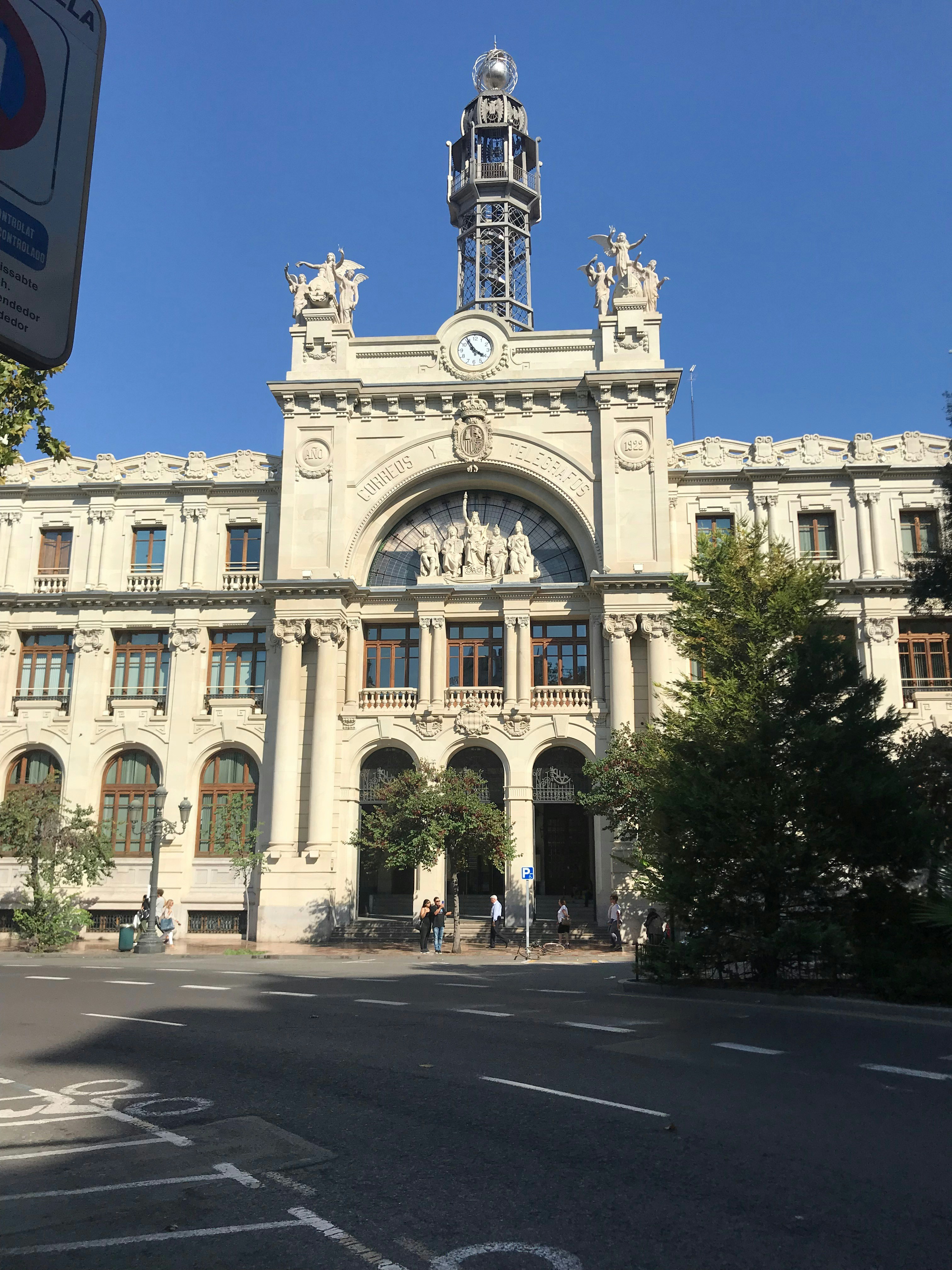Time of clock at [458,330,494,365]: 3:54
